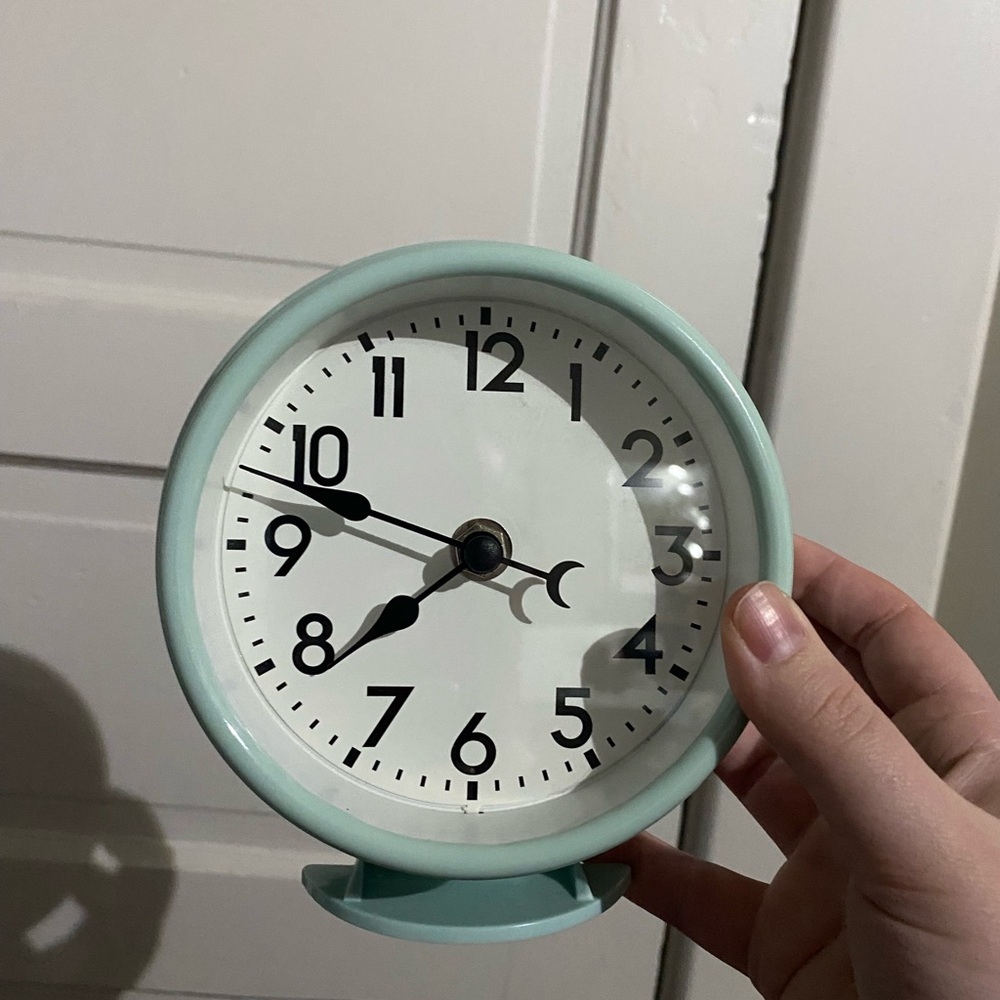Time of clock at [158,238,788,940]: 7:47
